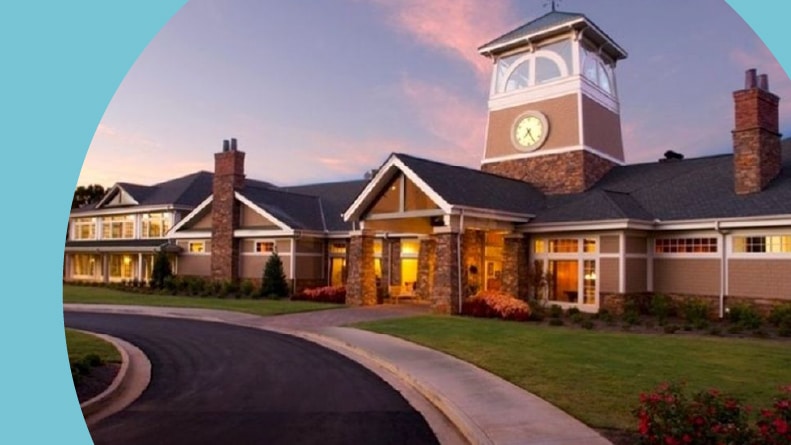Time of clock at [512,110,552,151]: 7:24
